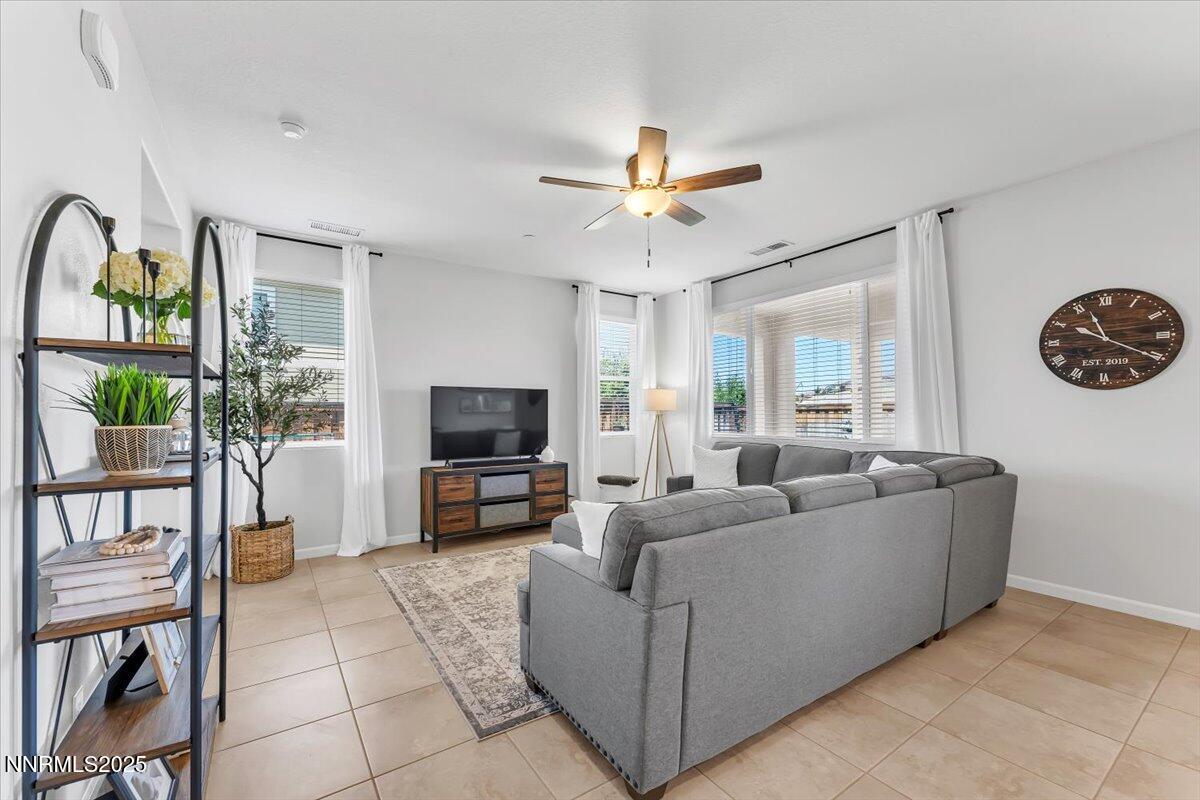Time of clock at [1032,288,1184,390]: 11:20
